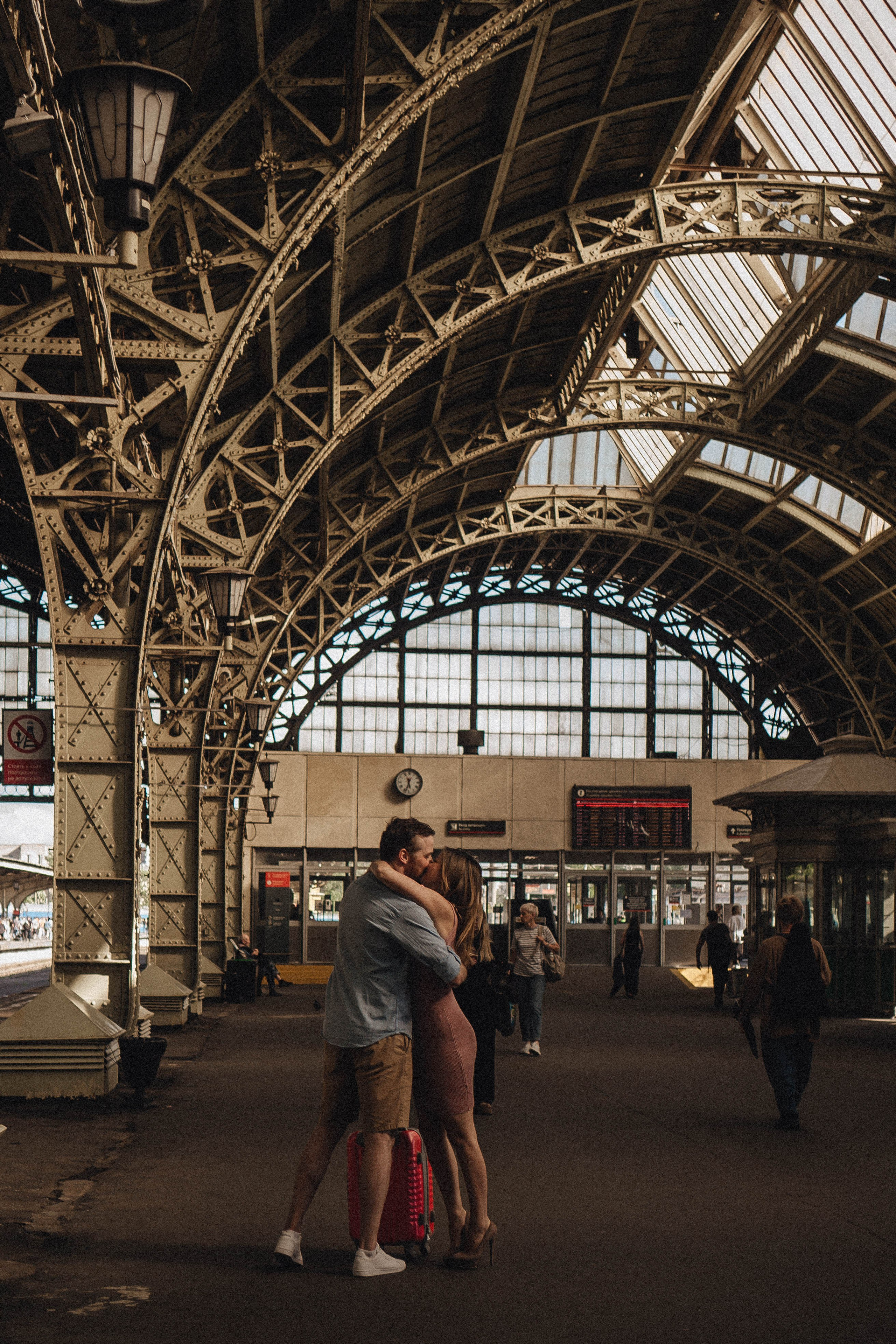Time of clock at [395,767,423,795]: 5:33
